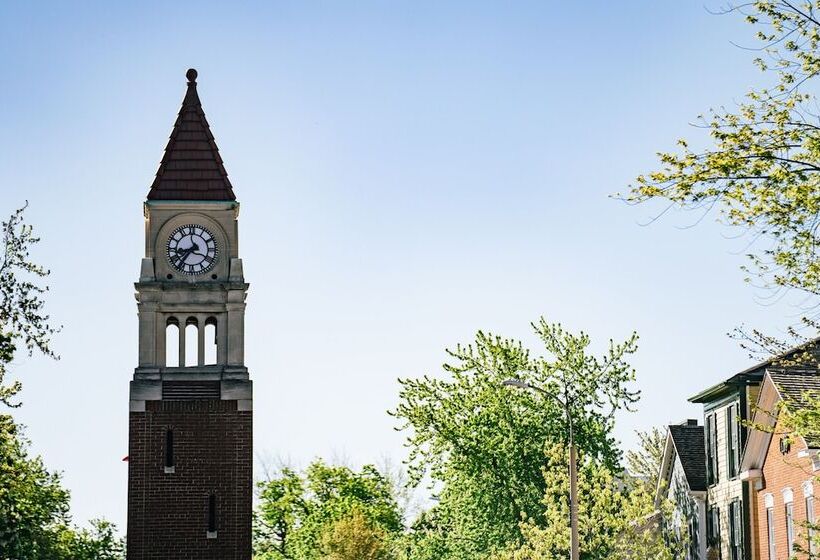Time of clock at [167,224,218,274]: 8:36
